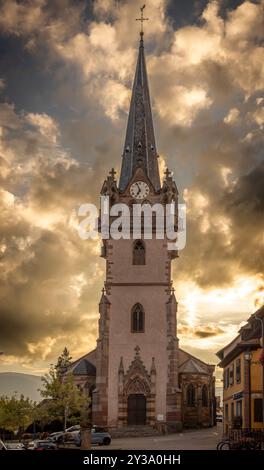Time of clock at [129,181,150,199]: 6:56
